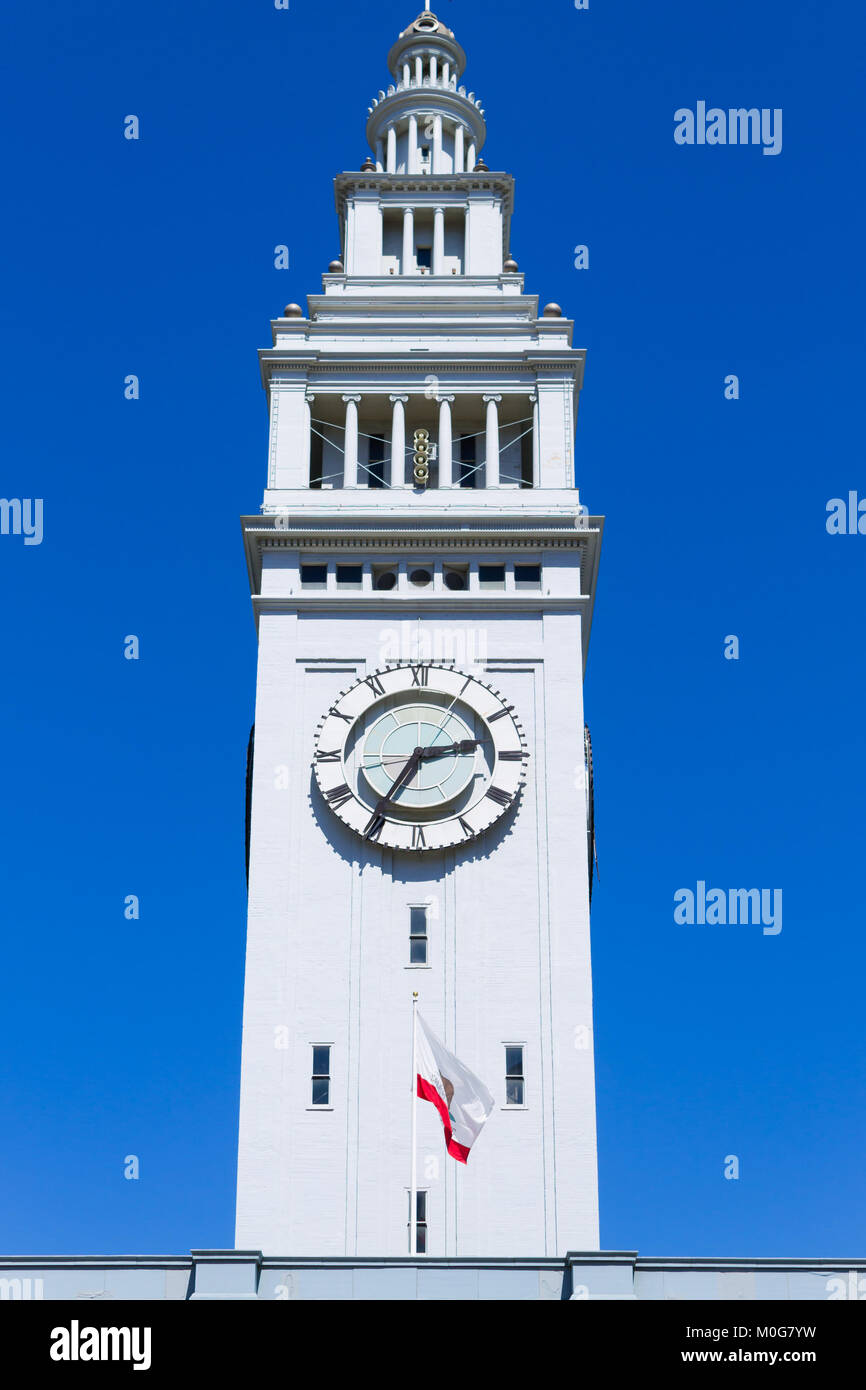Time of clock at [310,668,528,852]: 2:35
